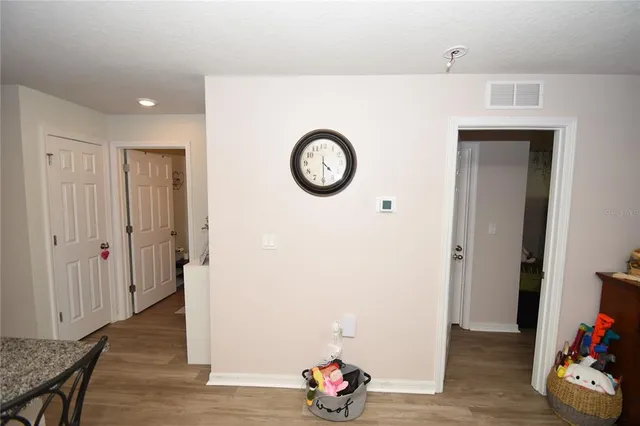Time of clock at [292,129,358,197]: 4:29
